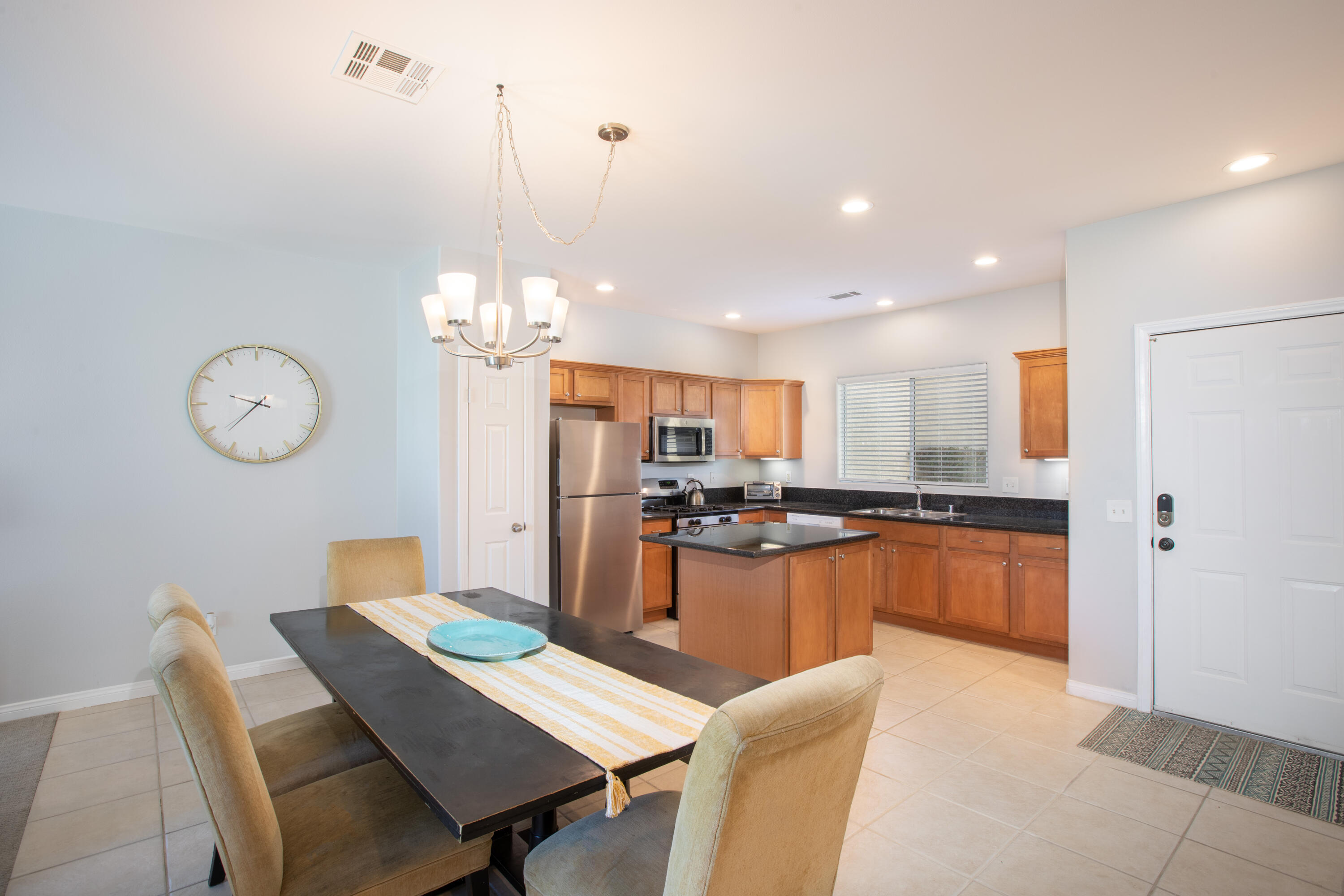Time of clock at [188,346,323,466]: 9:37
